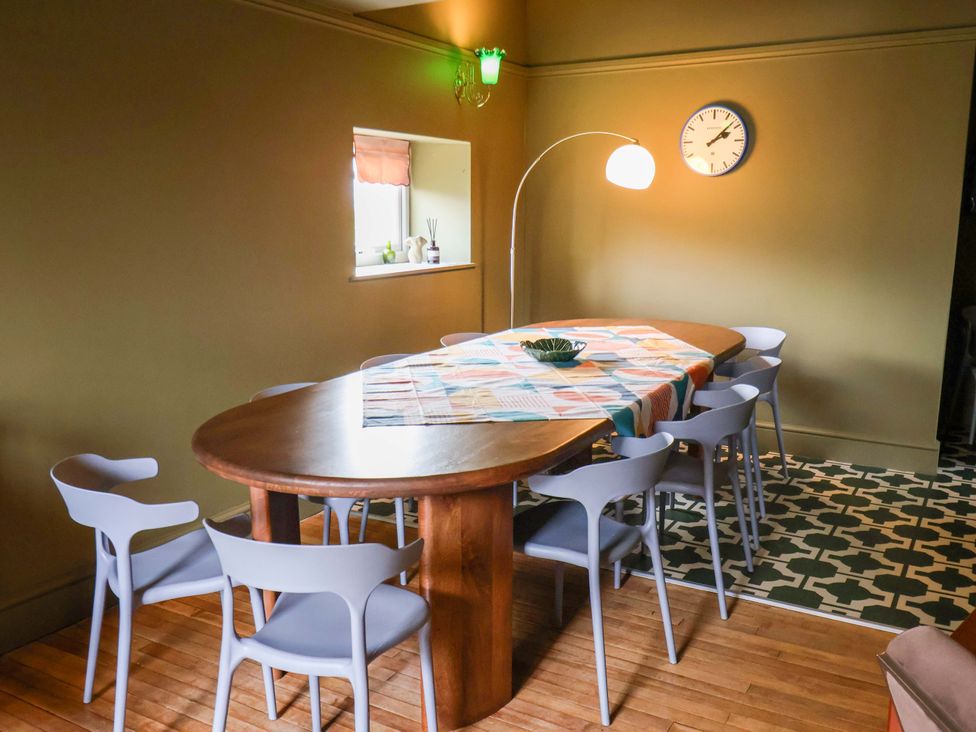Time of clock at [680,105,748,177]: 2:07
